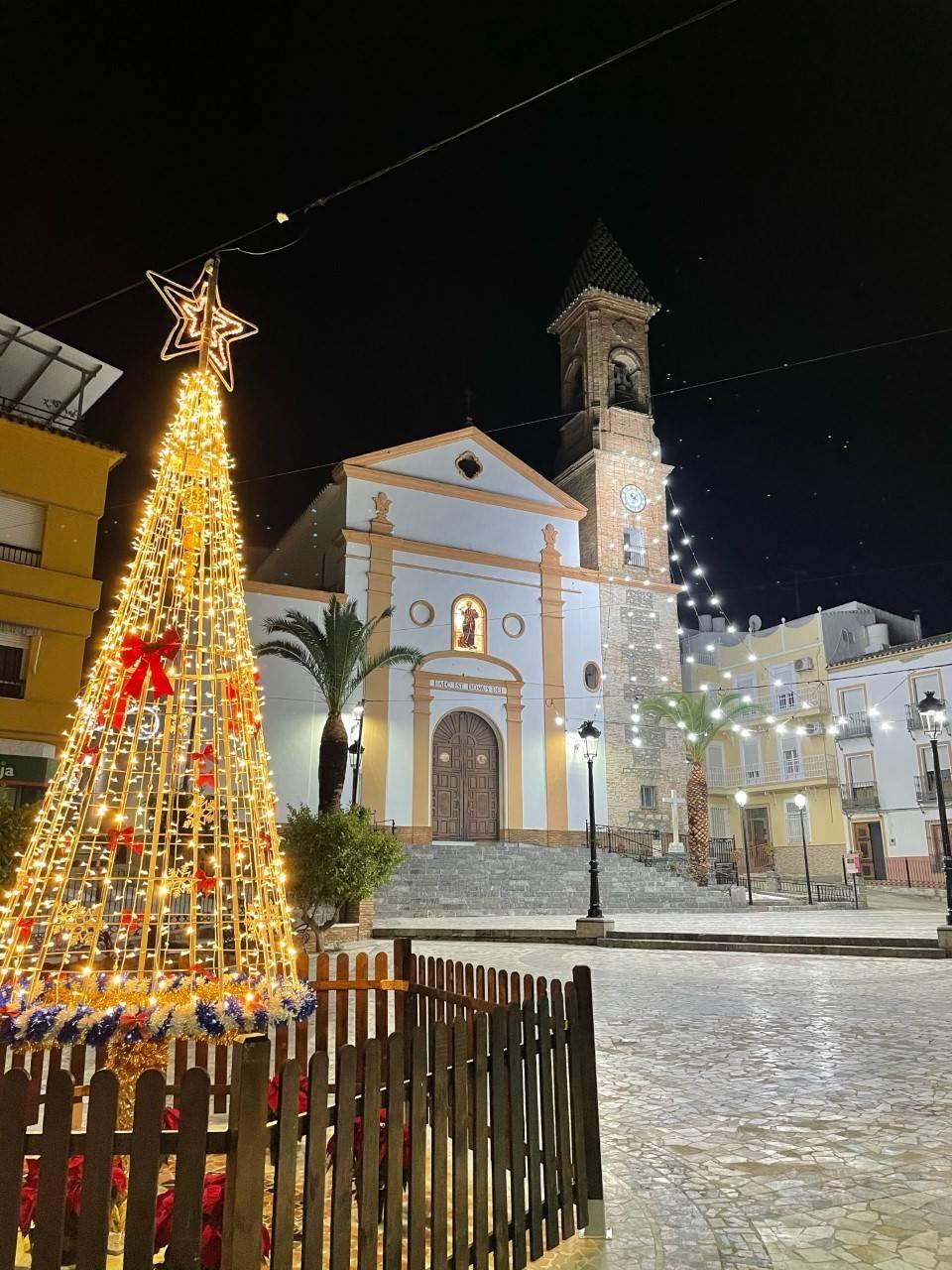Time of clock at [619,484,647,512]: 4:33
